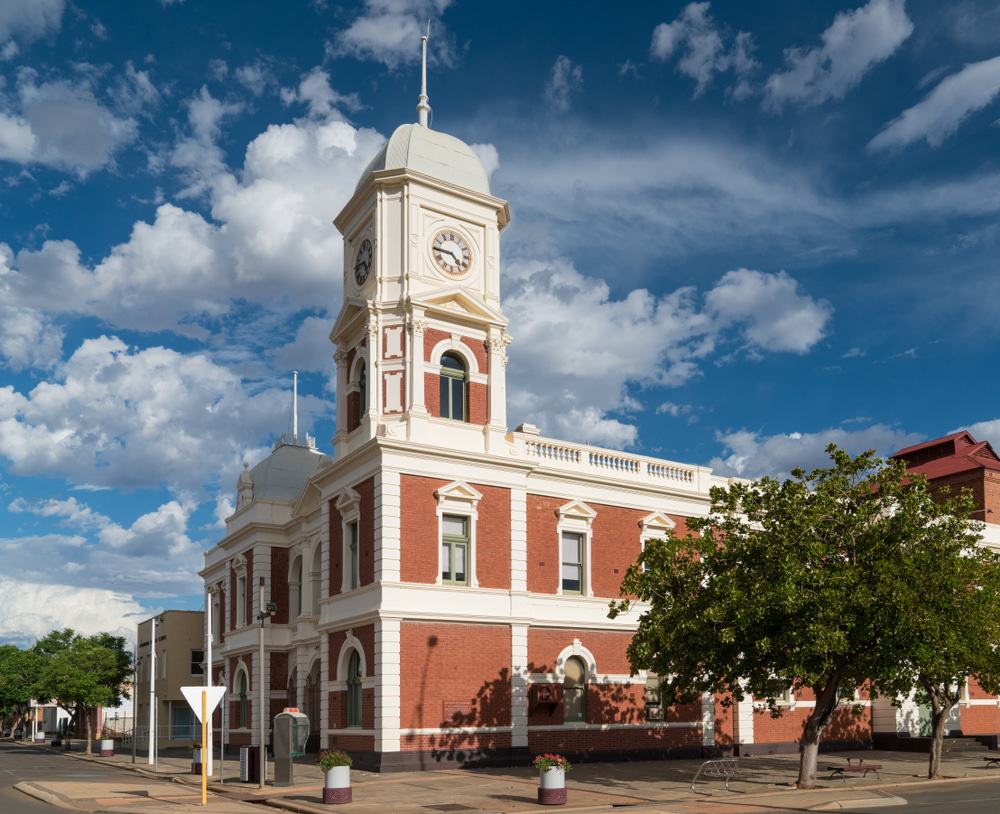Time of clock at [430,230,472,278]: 4:44
